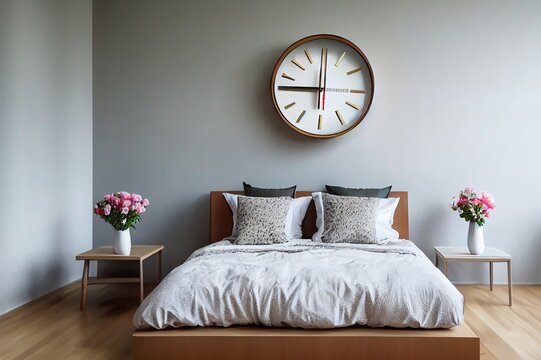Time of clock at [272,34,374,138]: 9:00
